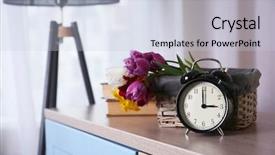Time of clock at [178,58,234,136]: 2:59
